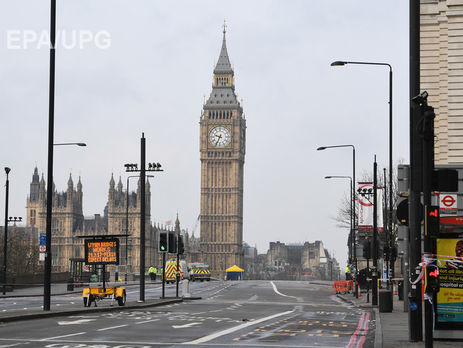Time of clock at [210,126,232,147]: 9:34
